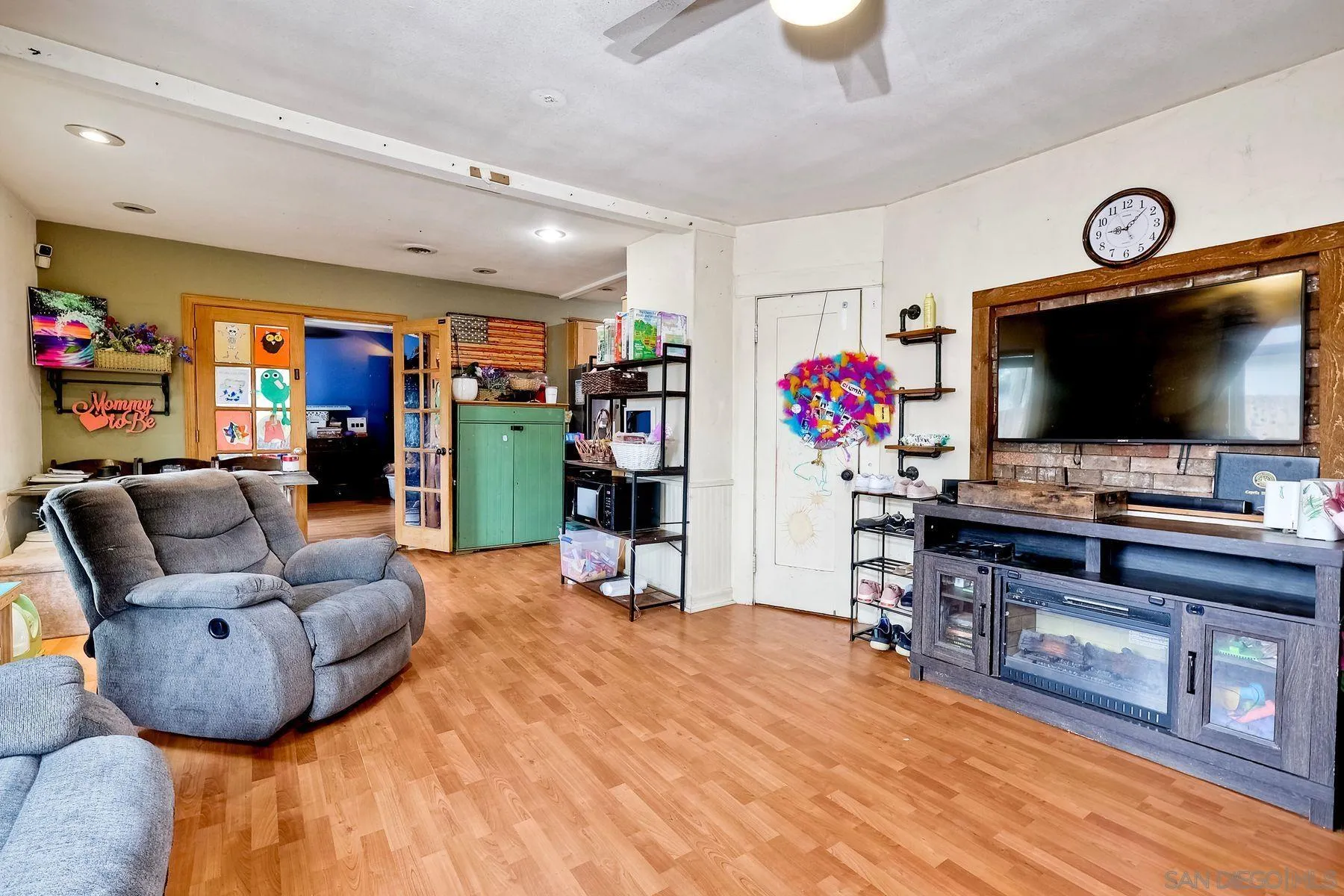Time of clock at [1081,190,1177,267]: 9:07
